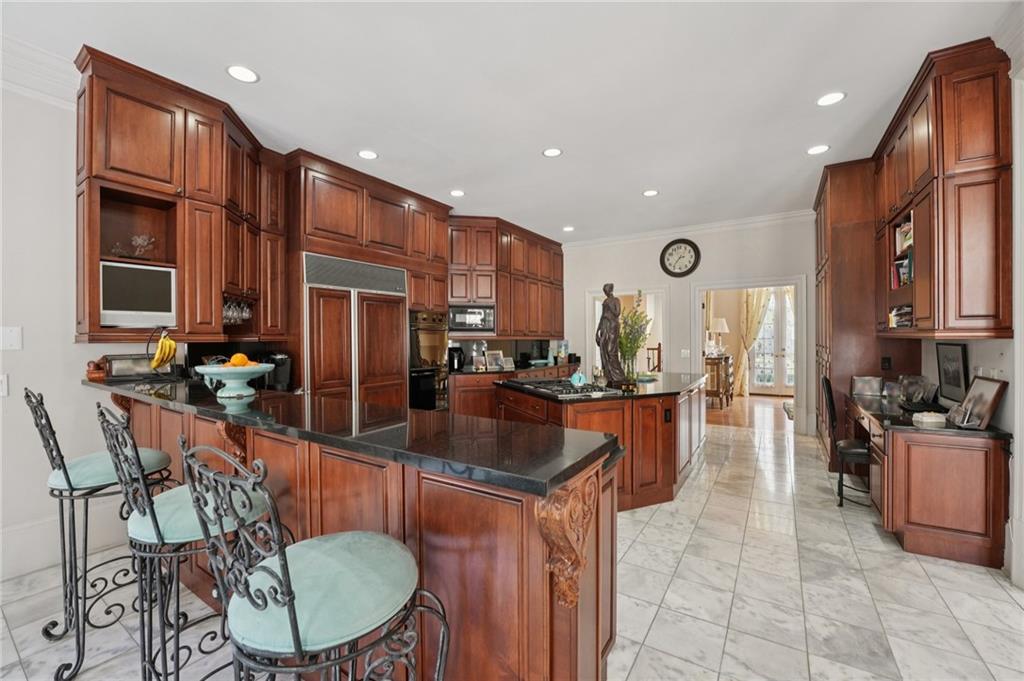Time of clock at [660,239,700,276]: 2:36
